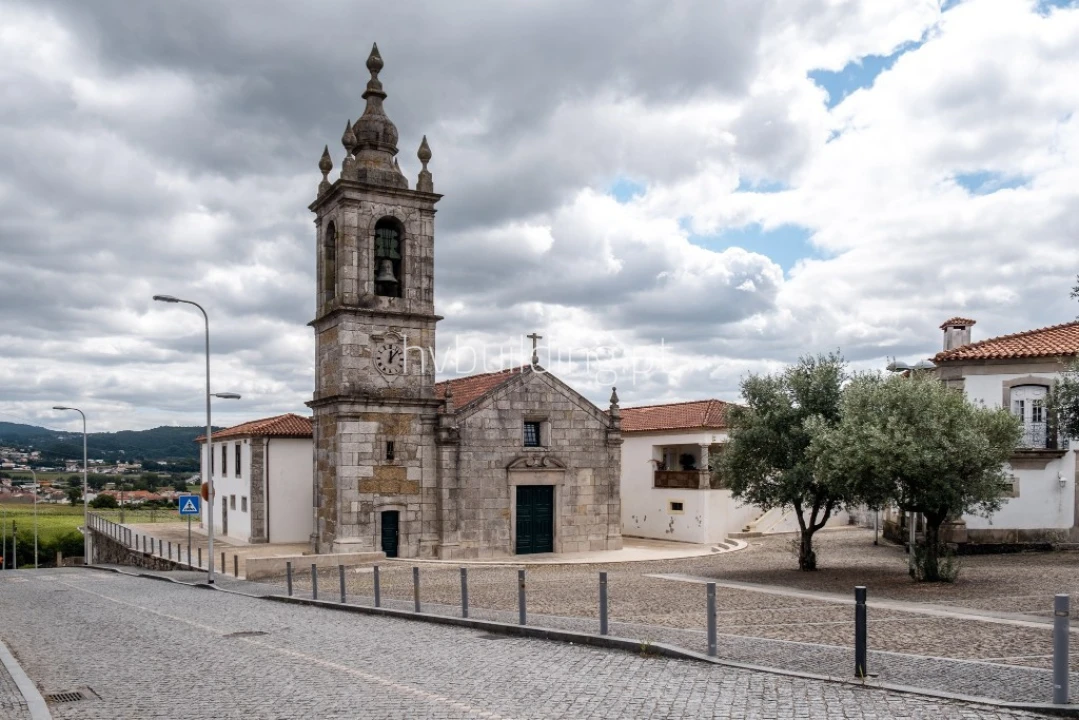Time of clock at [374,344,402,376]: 12:07
